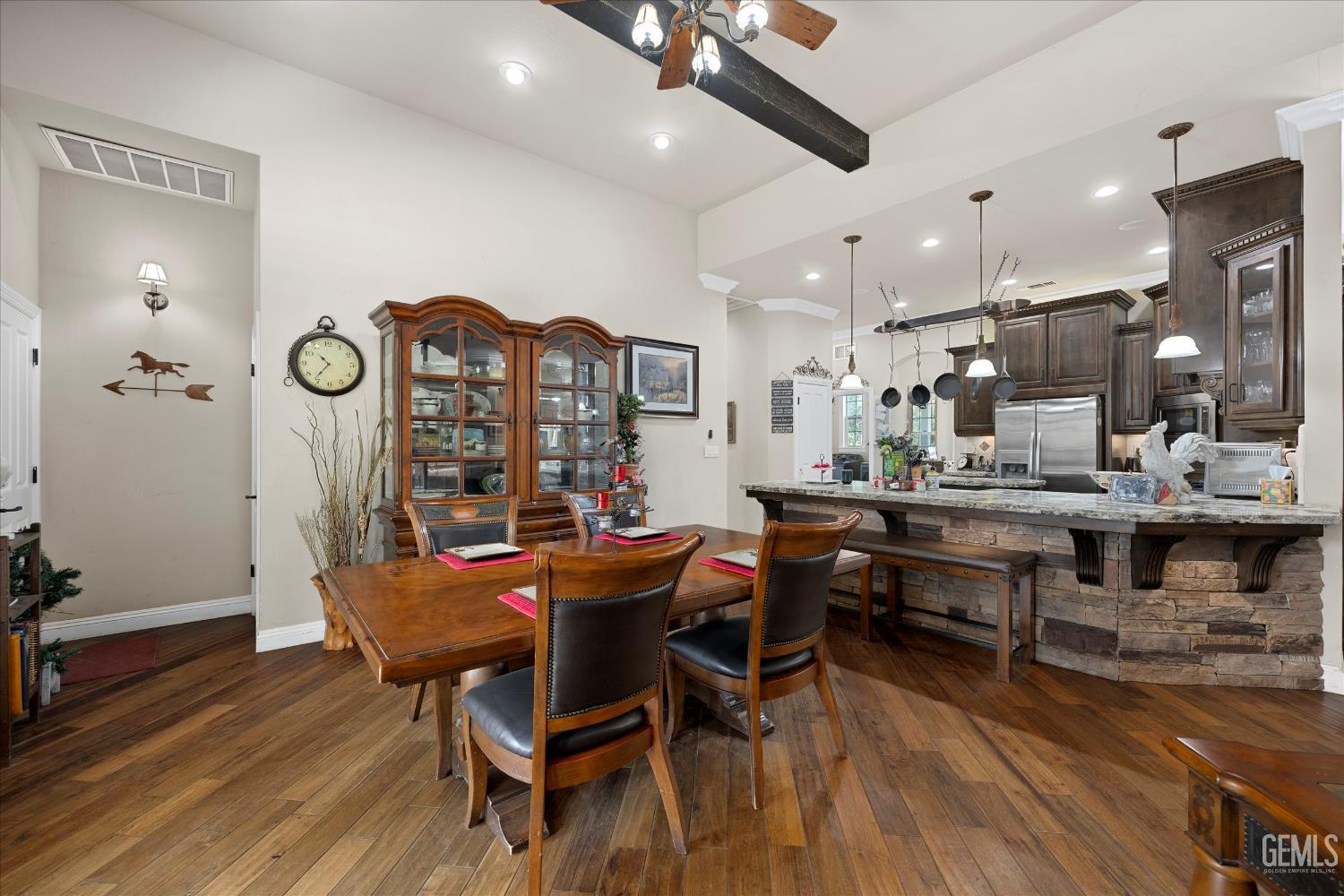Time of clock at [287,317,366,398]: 10:36
